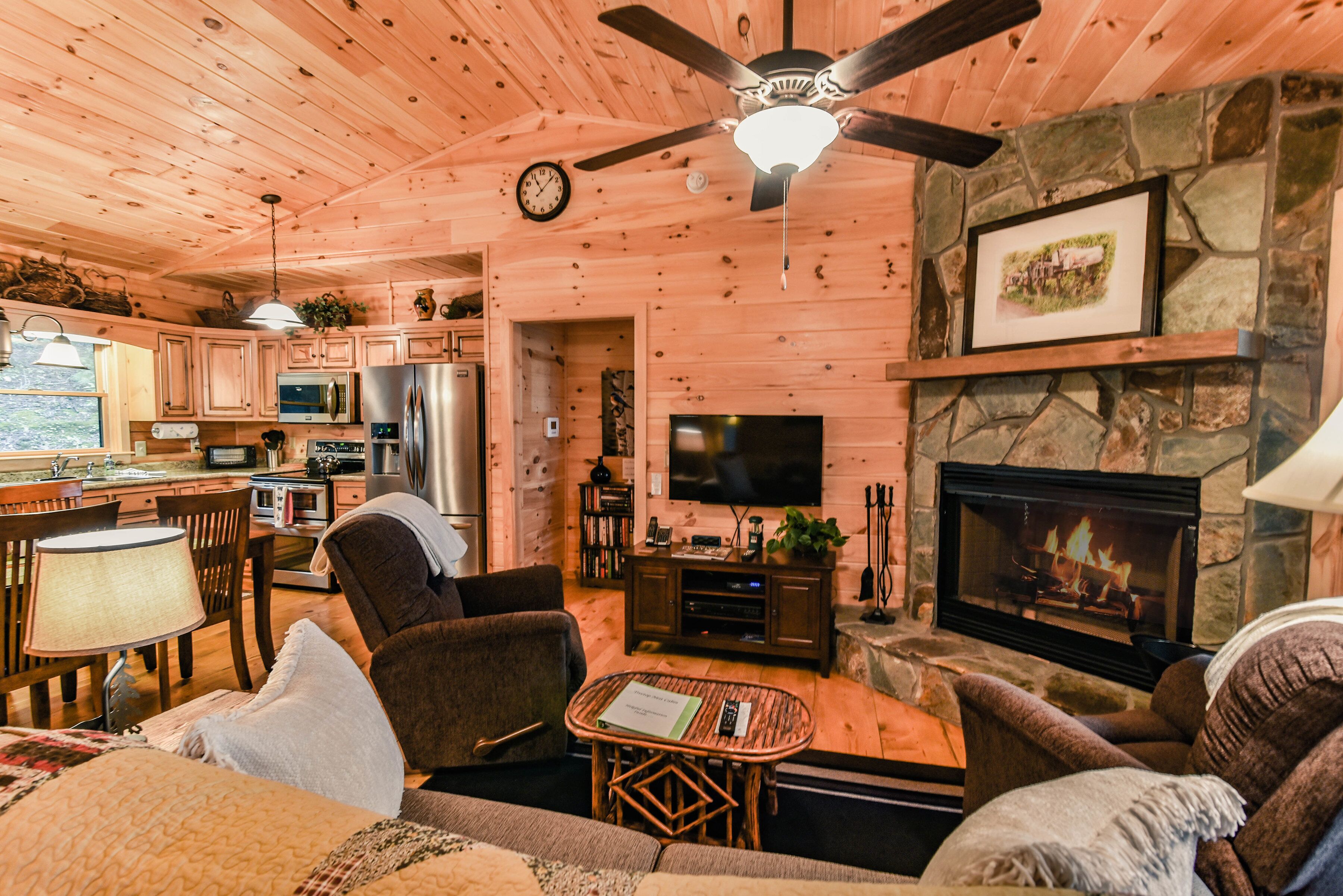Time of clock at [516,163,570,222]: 11:07
